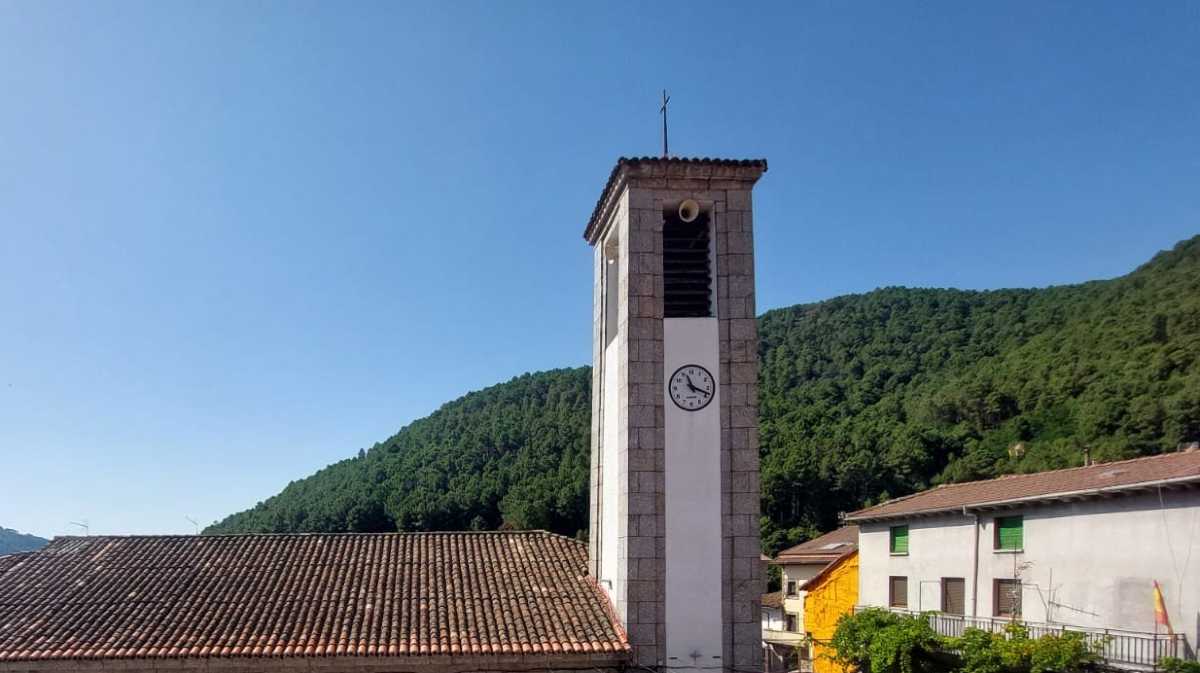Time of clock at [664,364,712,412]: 11:18
